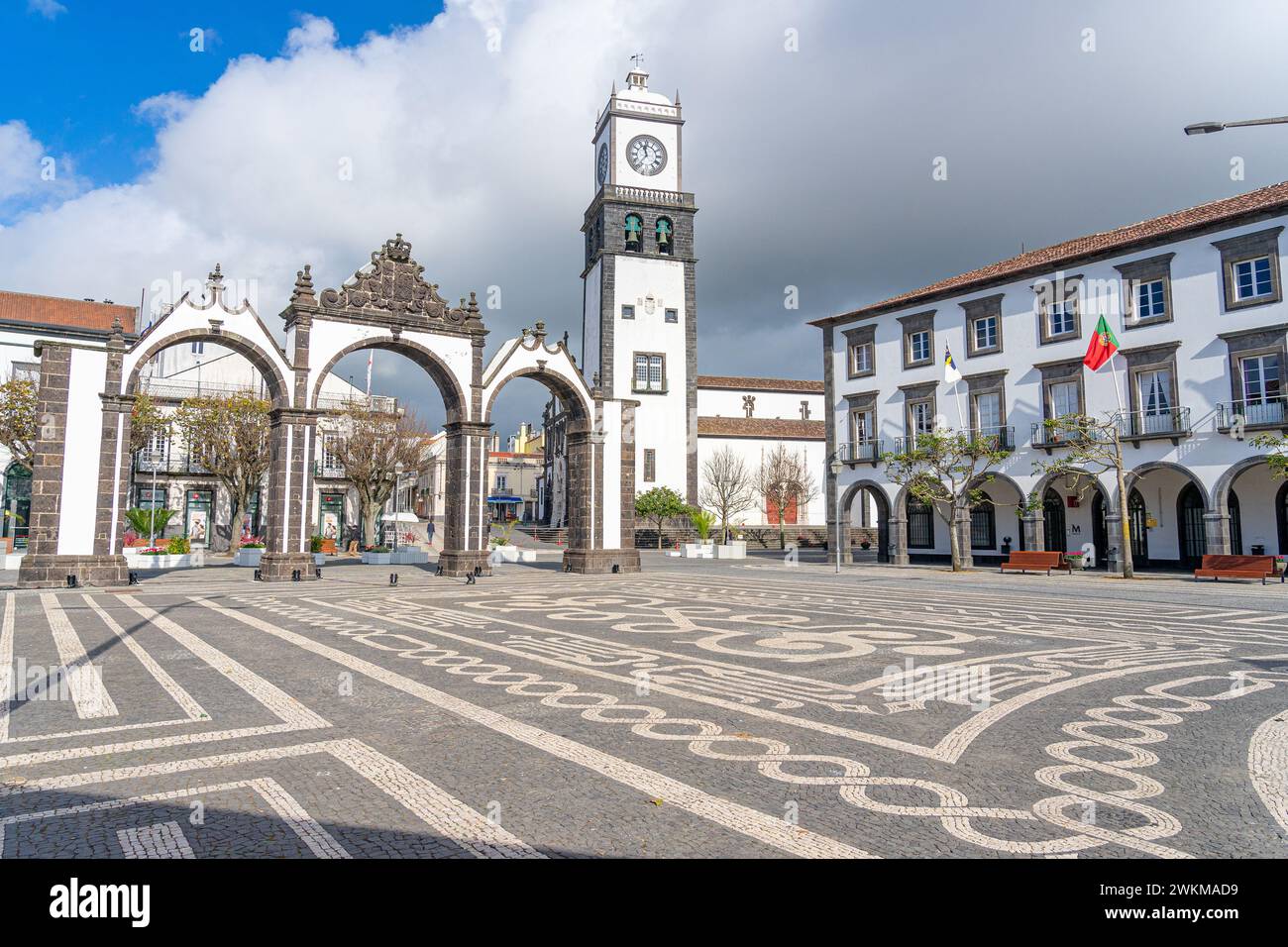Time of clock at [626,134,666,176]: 11:36
